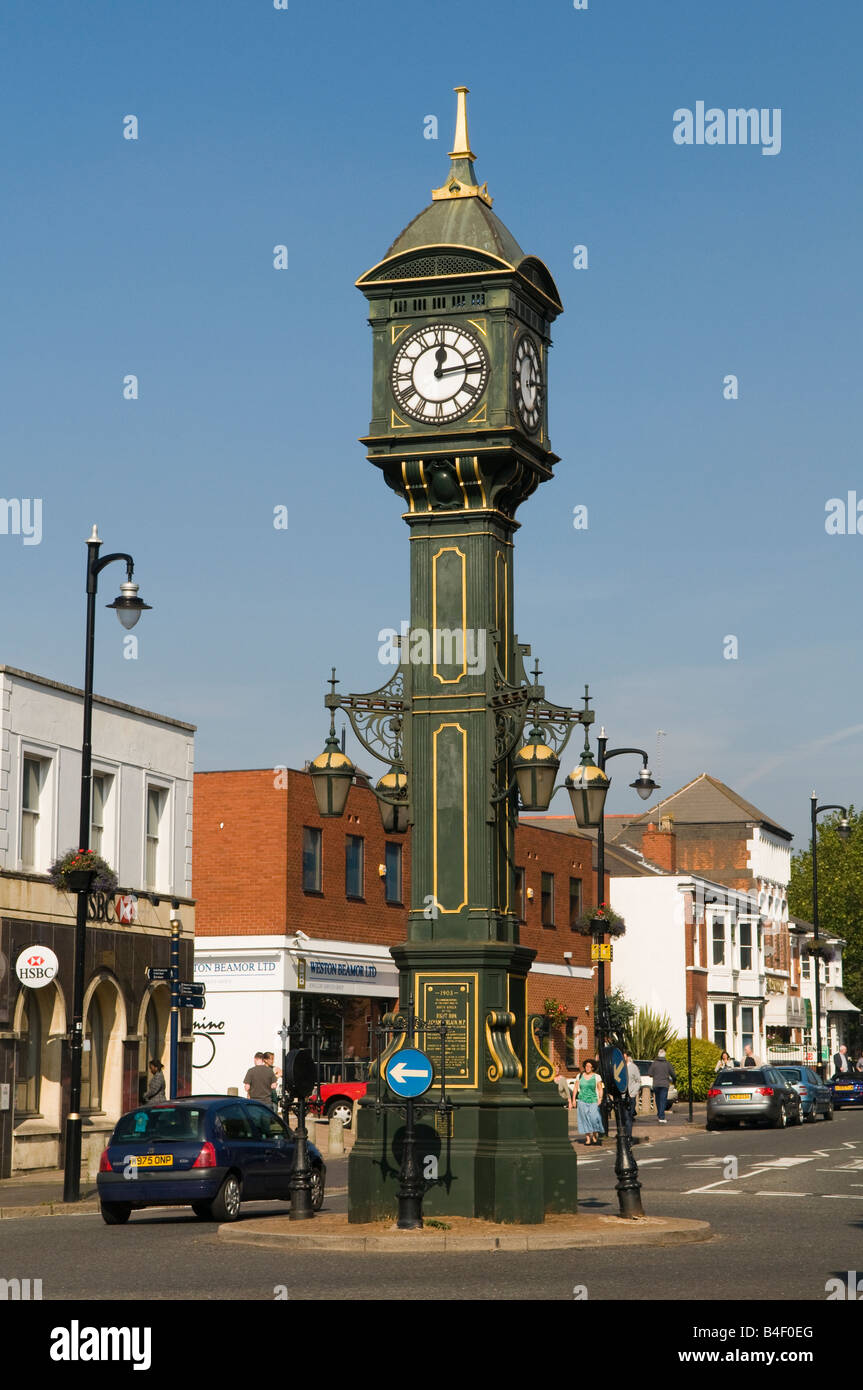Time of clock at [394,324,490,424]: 12:13
